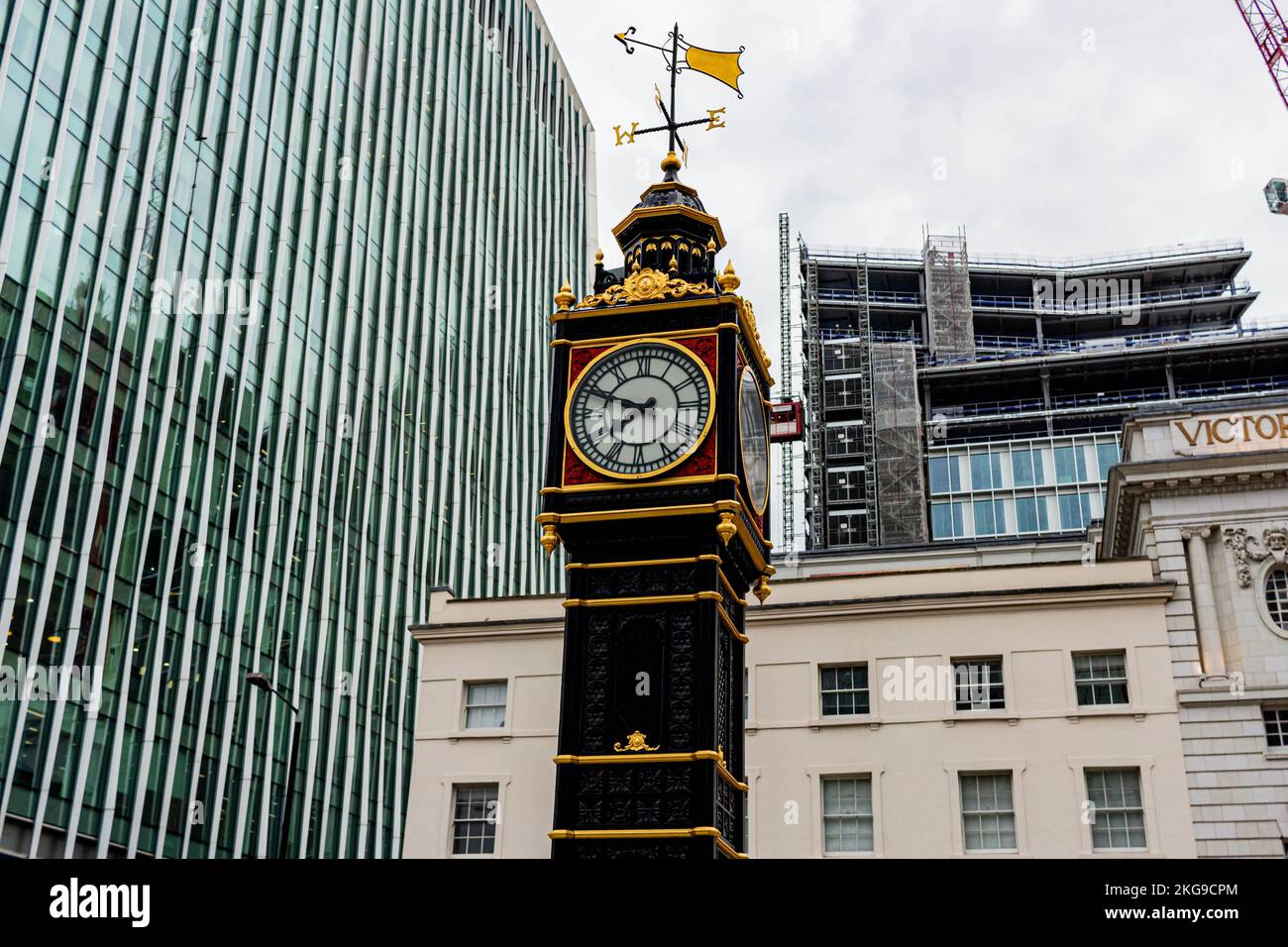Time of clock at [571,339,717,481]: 7:48
